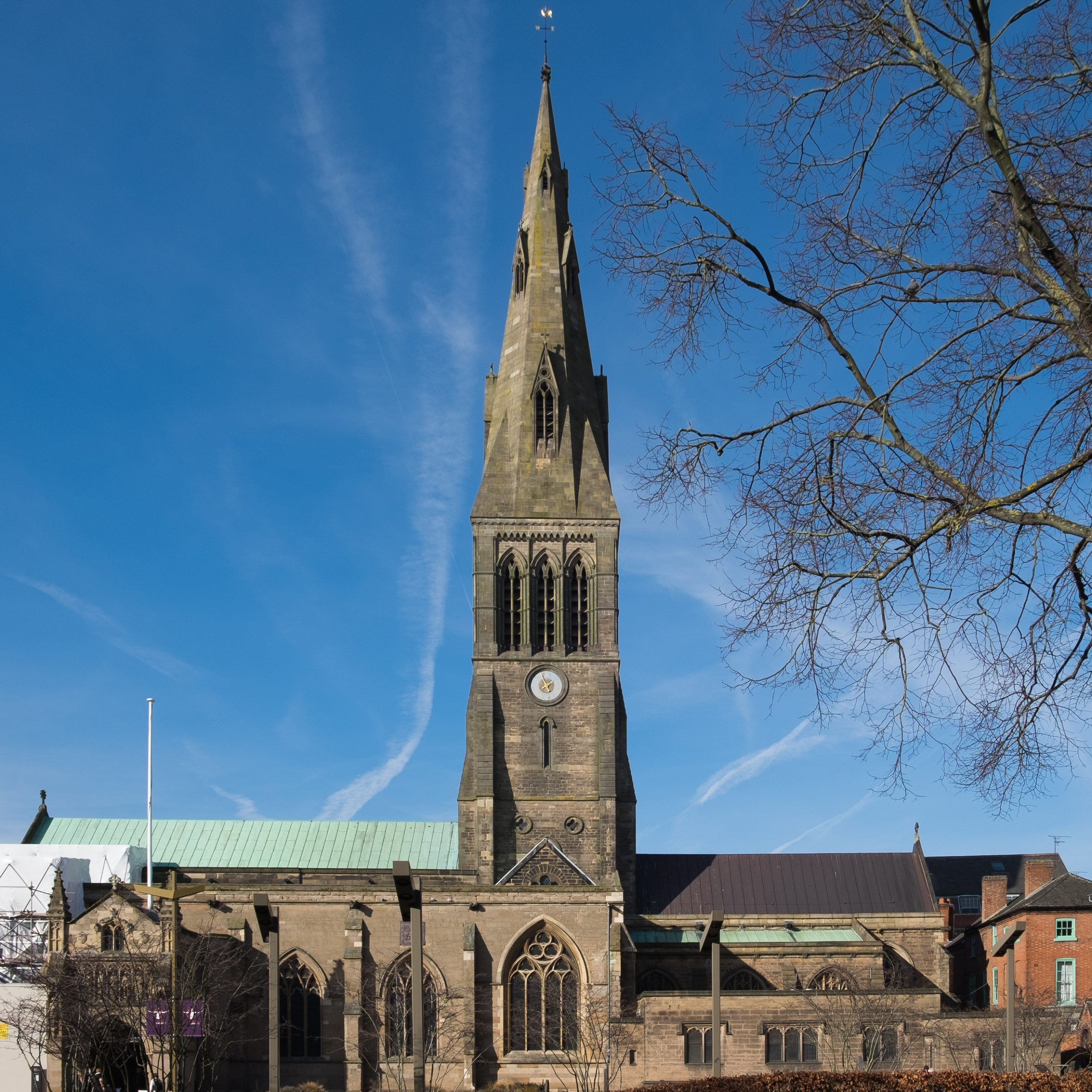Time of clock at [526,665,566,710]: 1:56
